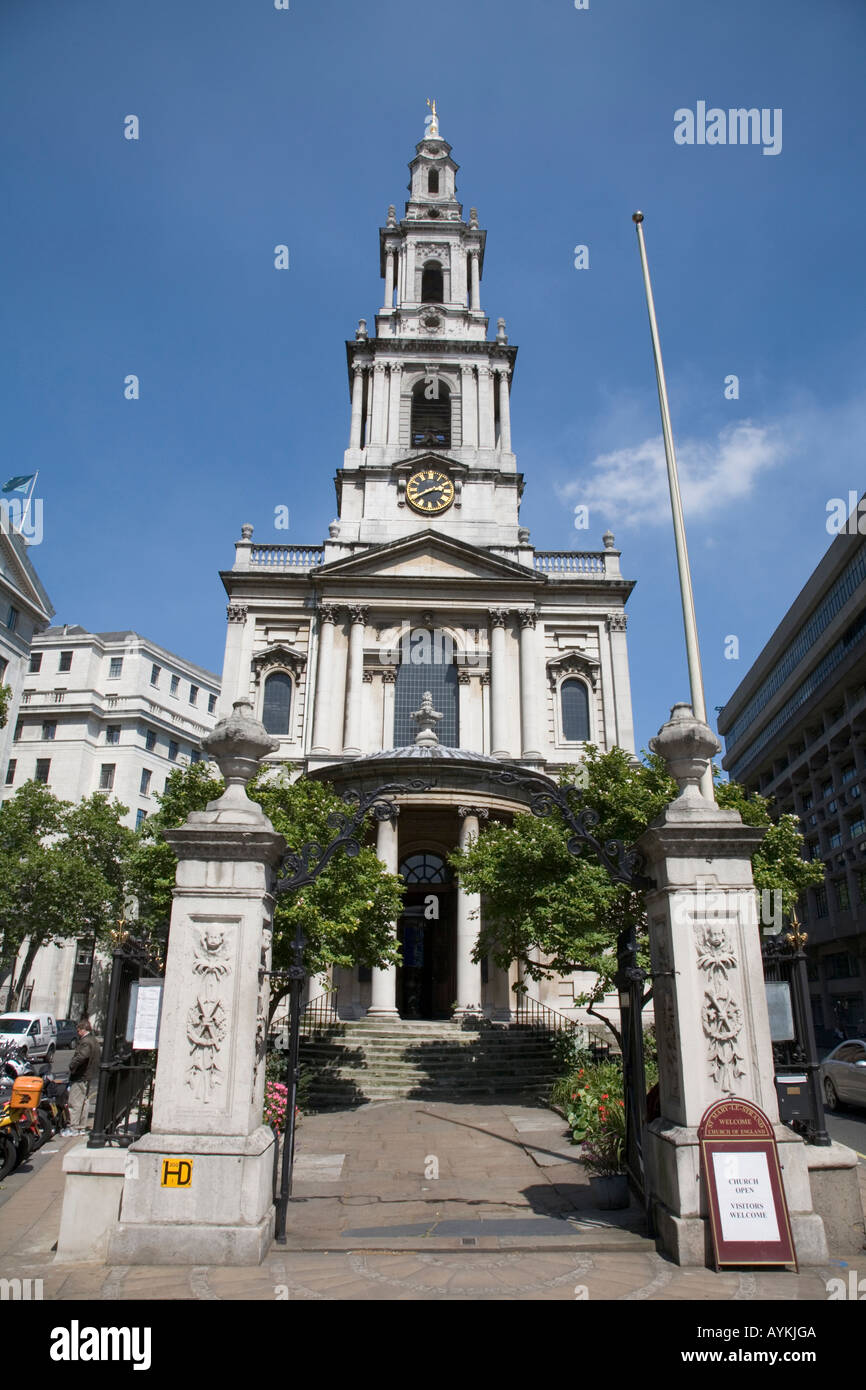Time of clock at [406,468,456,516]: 2:40
